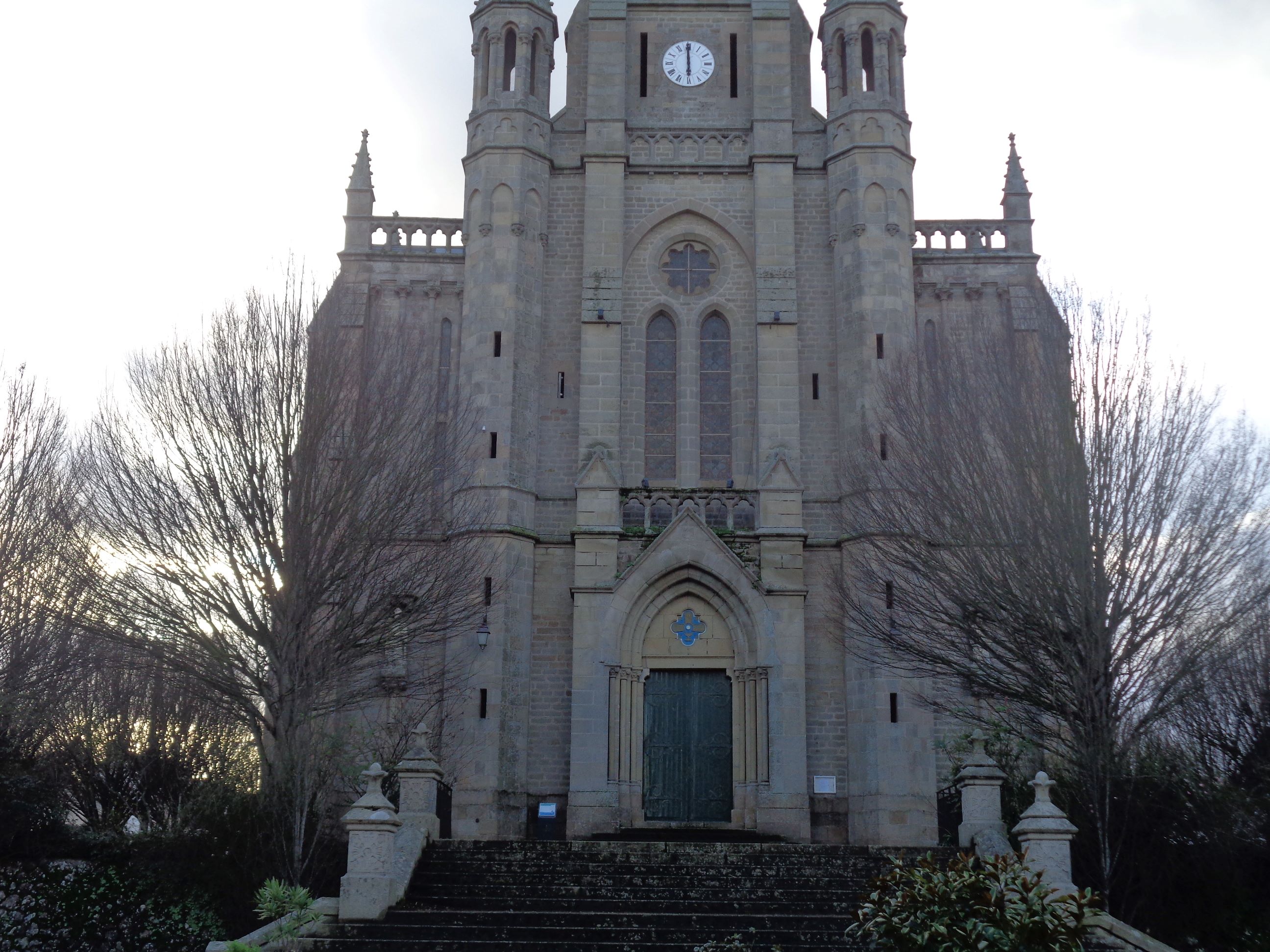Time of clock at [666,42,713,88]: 5:59
